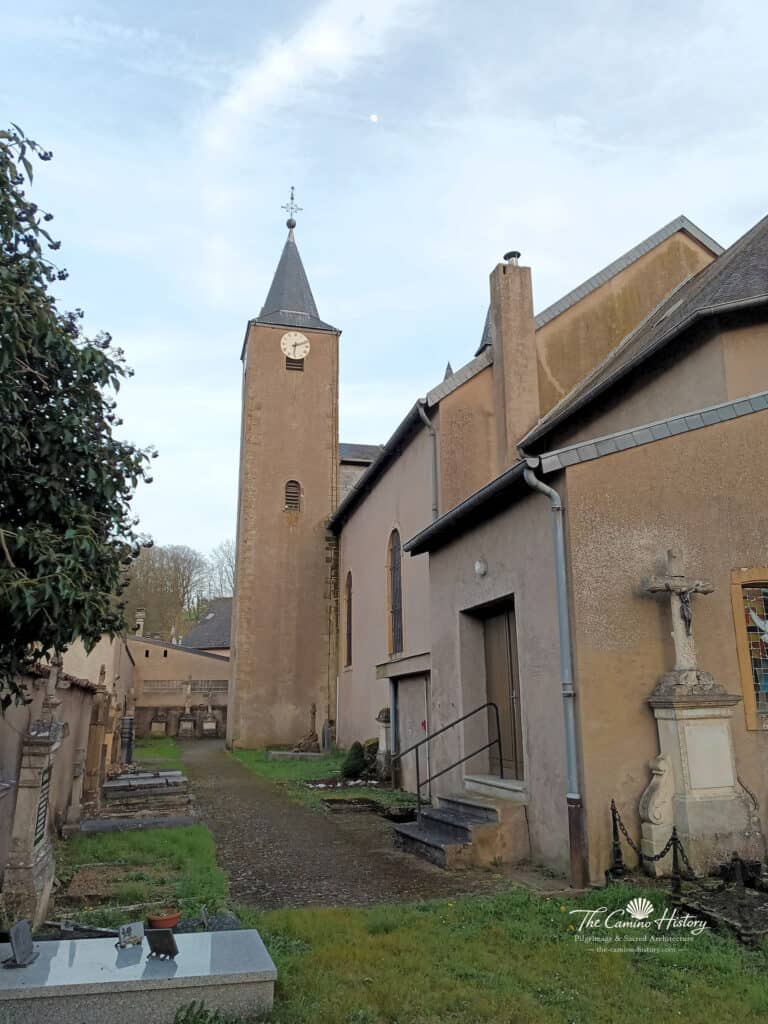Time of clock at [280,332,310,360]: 6:11
